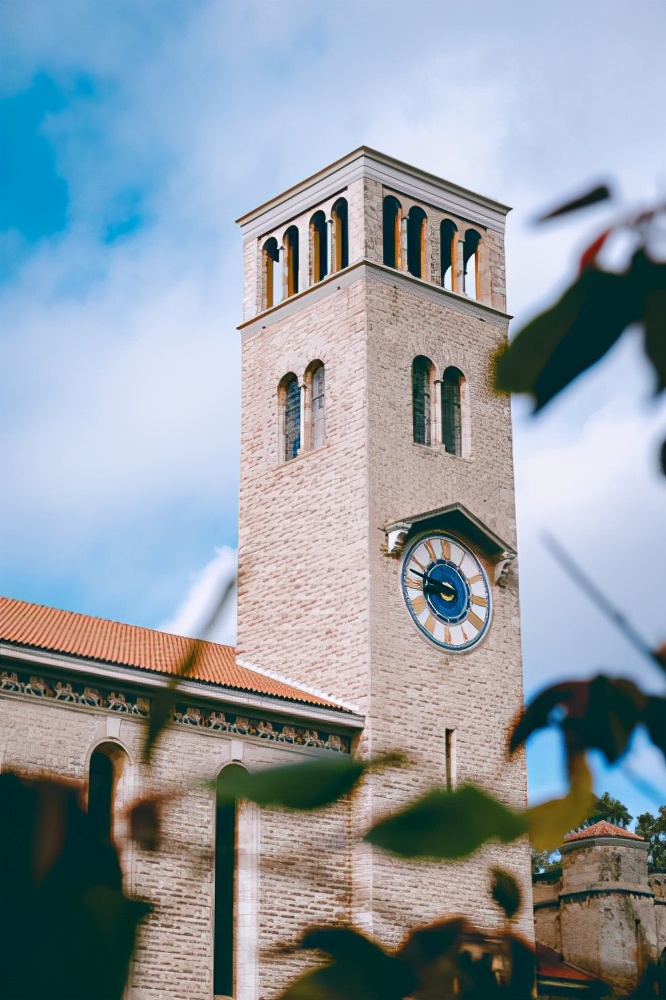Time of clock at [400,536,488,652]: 8:47
